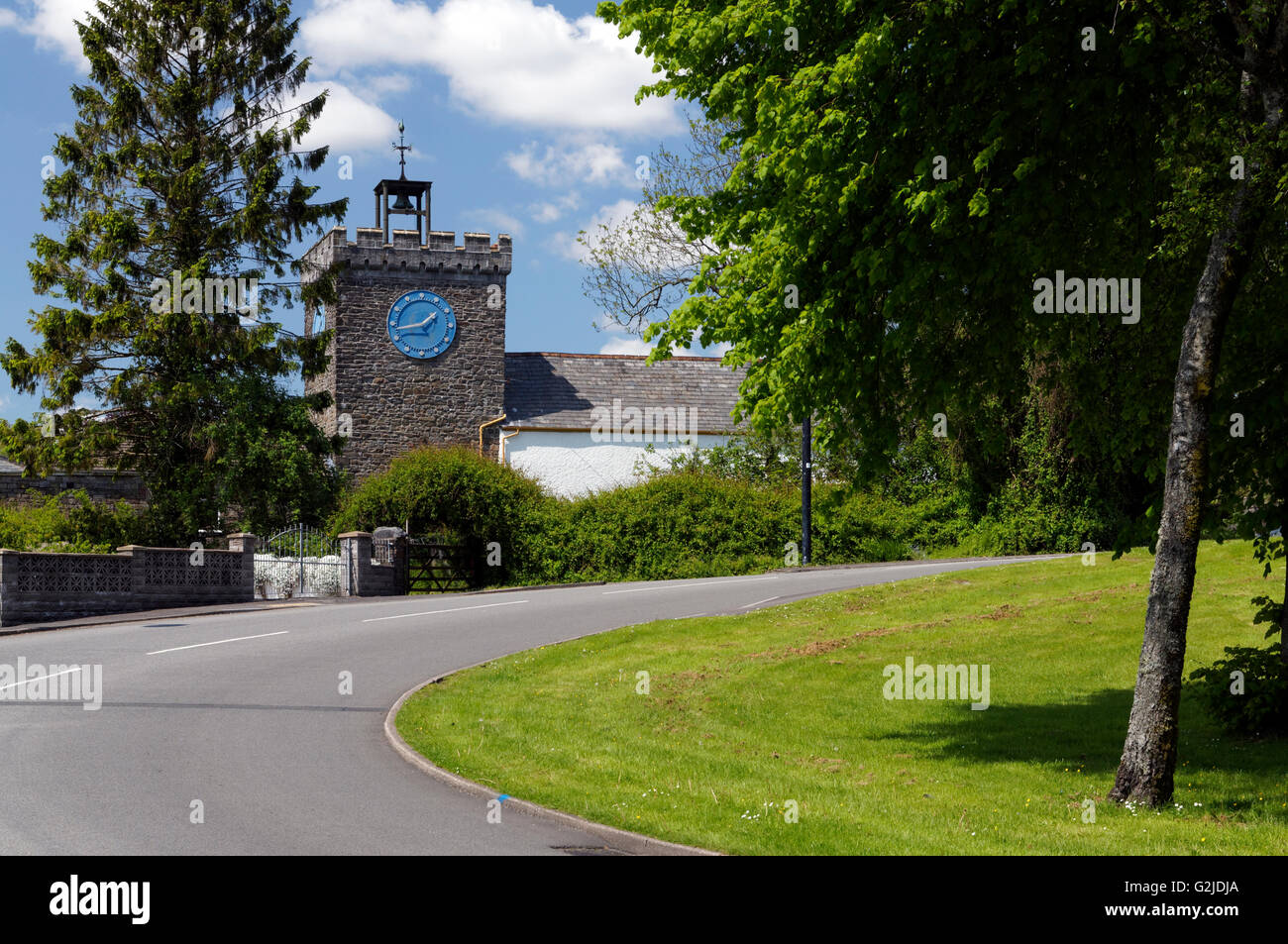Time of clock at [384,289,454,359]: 1:43
